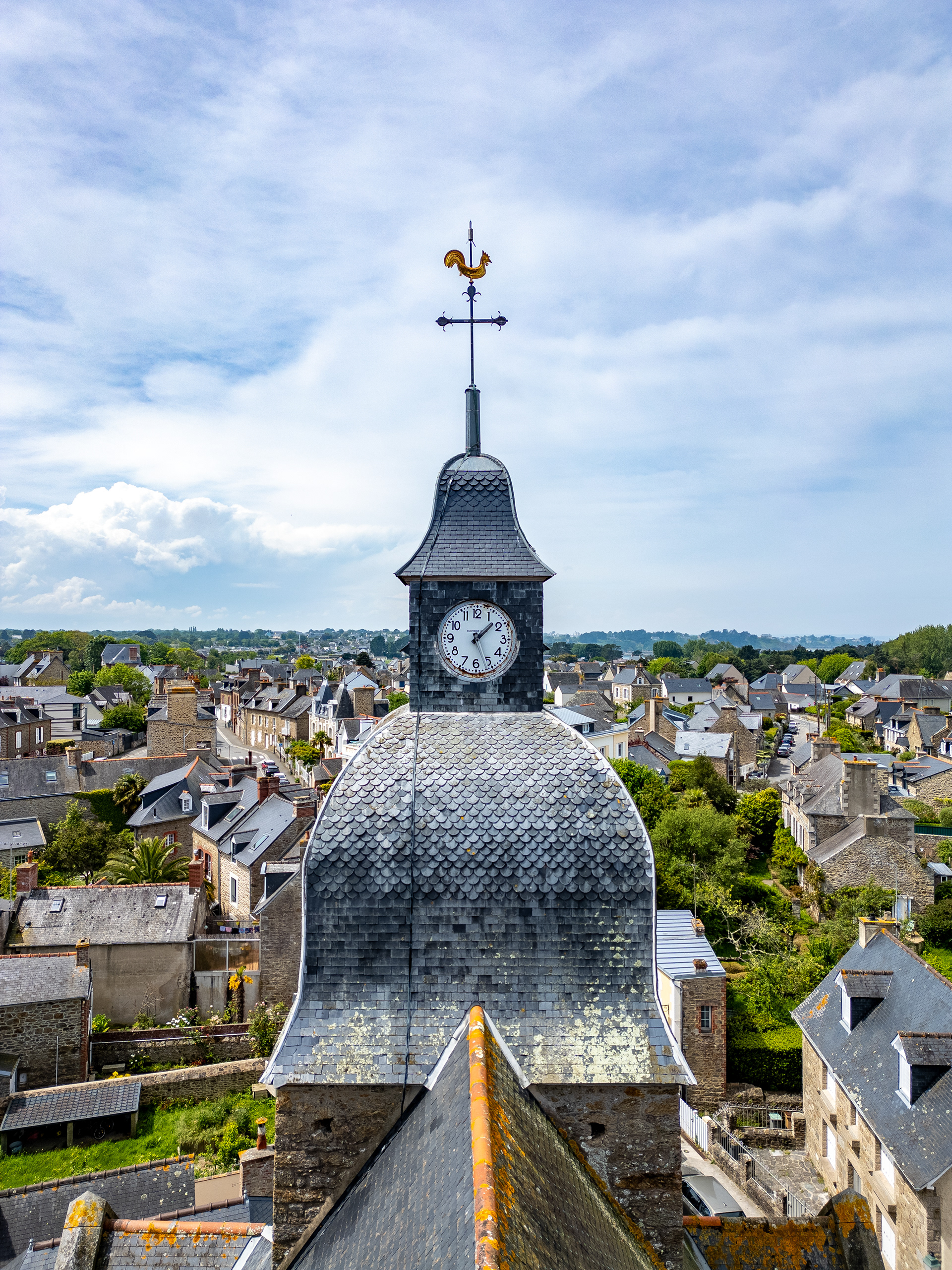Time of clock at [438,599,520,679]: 1:26
